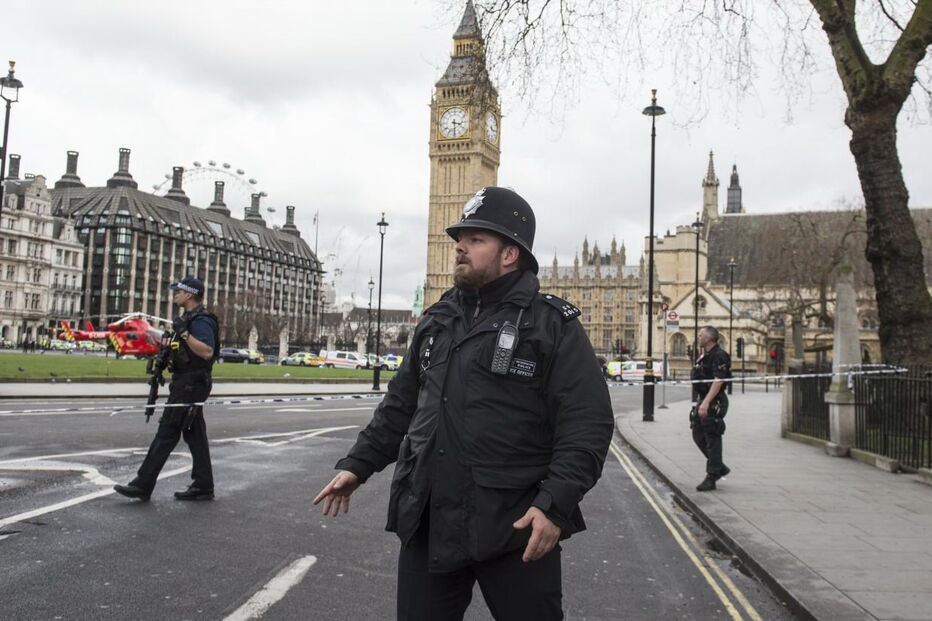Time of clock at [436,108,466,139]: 3:29
